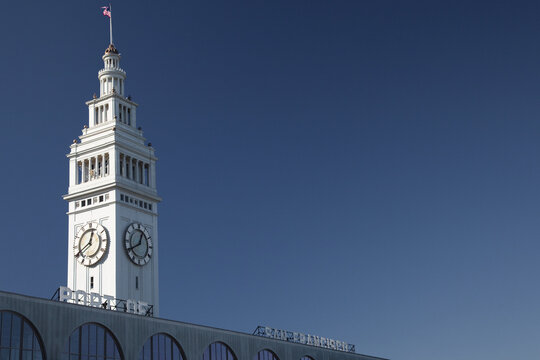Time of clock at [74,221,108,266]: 12:40
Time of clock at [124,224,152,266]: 12:40
